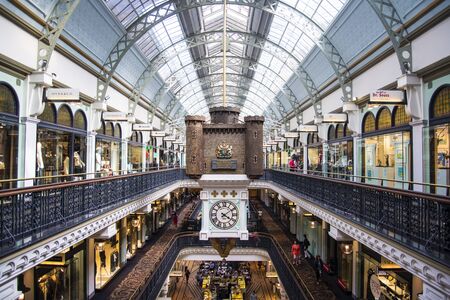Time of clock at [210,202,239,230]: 4:09
